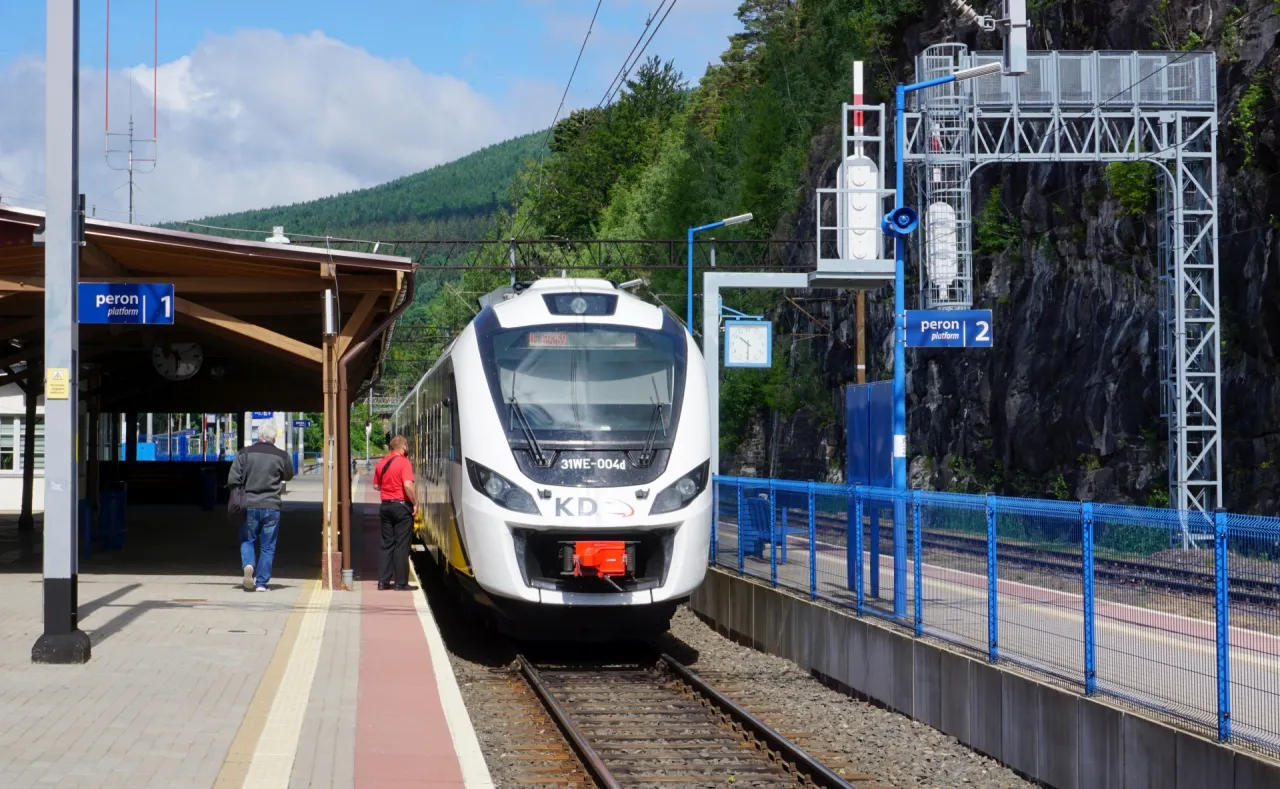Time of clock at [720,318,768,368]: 10:30
